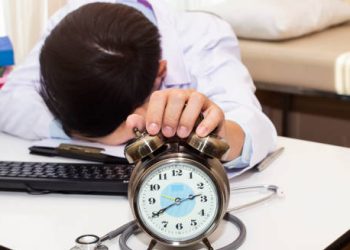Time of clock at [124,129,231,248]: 2:40
